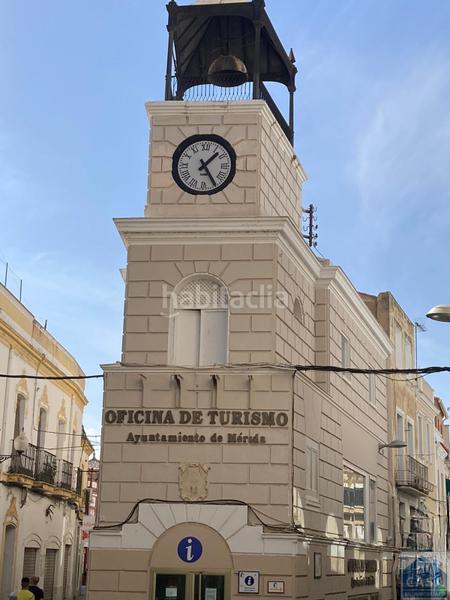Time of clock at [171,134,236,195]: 1:24
